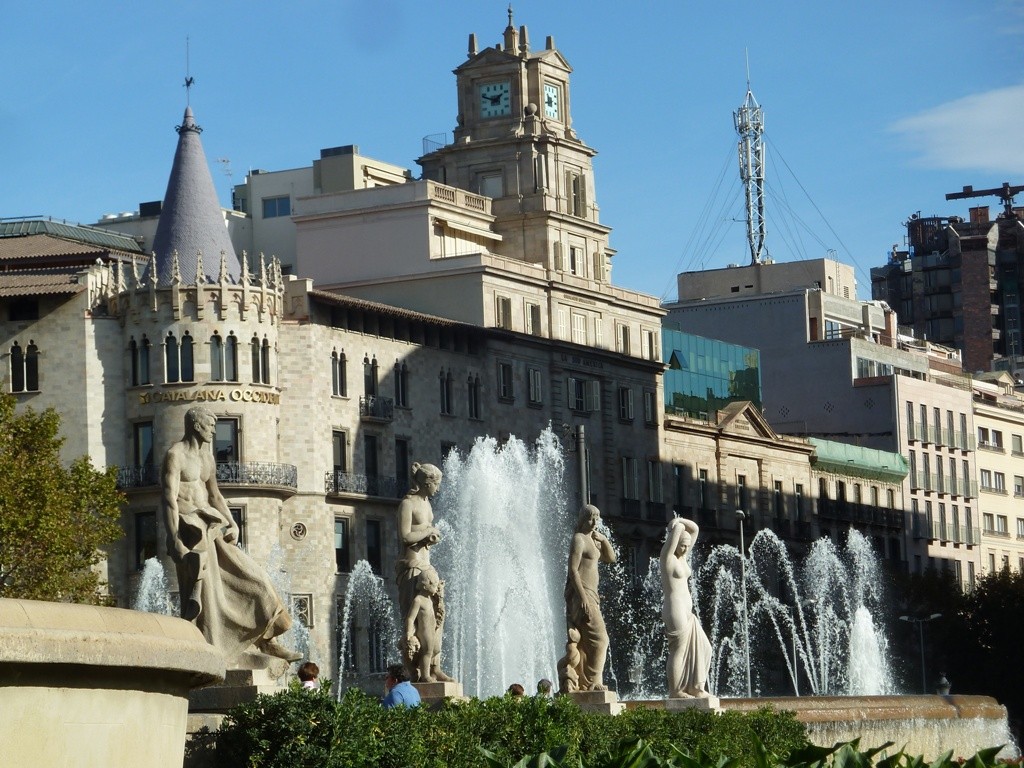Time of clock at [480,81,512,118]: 1:48
